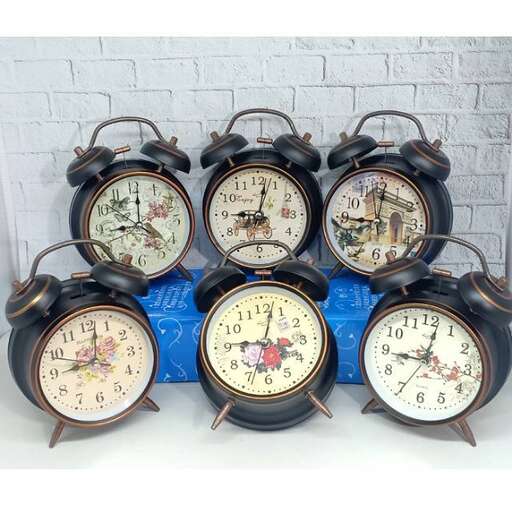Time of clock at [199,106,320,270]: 9:02
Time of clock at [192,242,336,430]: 9:02
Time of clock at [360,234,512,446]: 9:01
